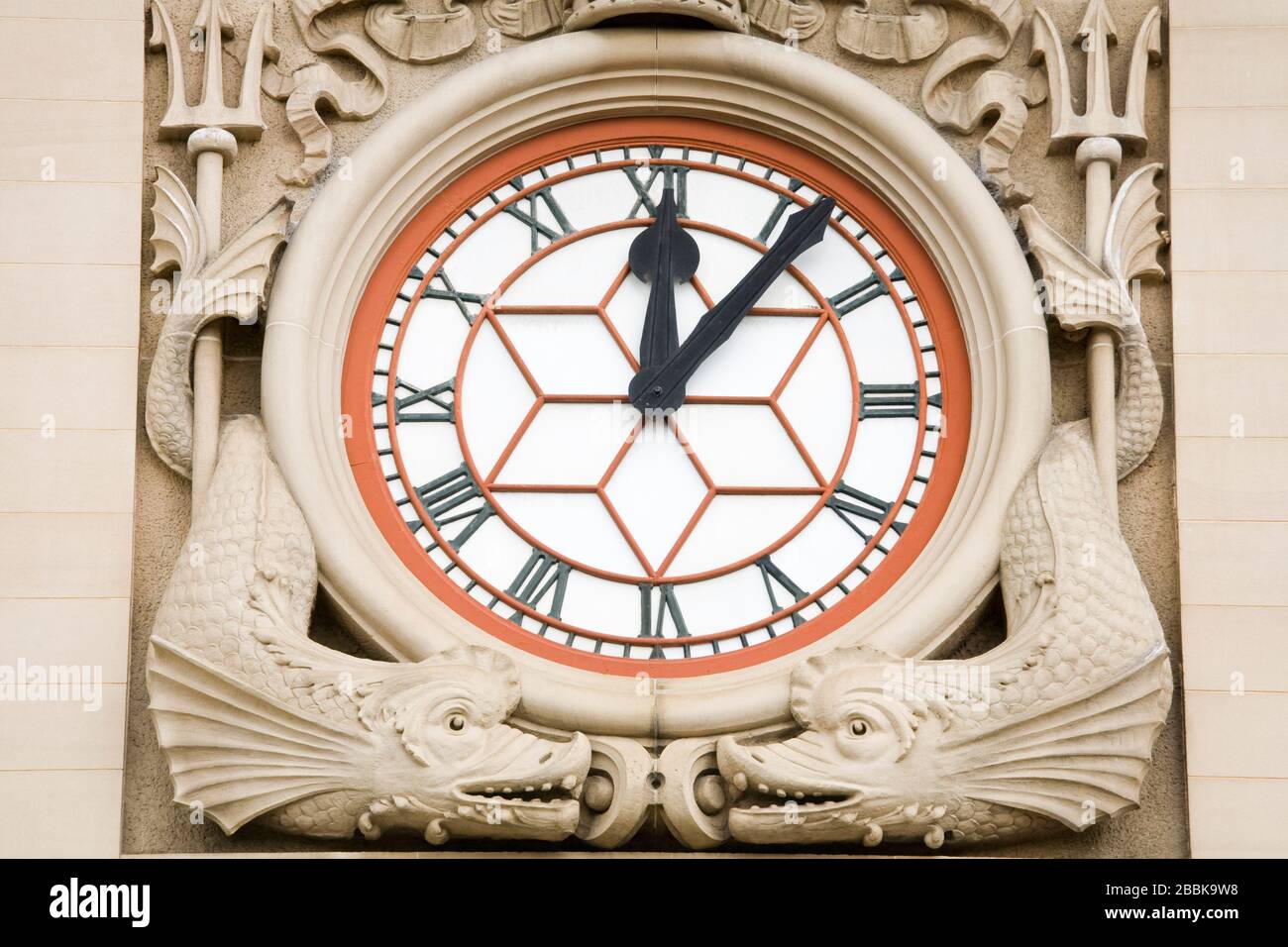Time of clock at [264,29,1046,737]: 12:06
